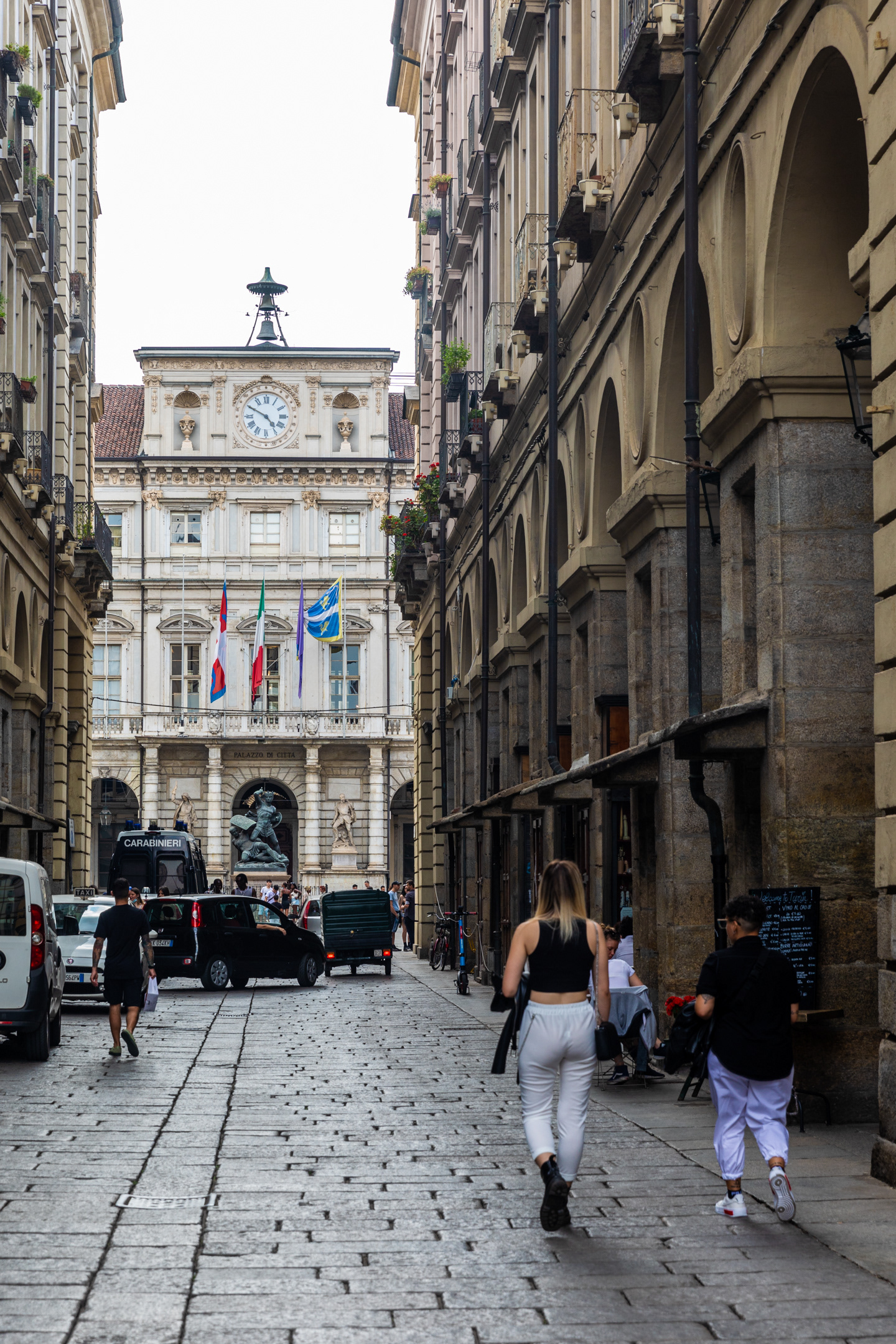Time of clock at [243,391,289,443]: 4:49
